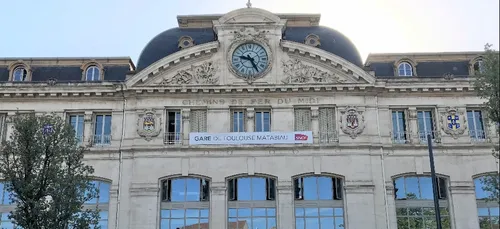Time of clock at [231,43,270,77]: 9:25
